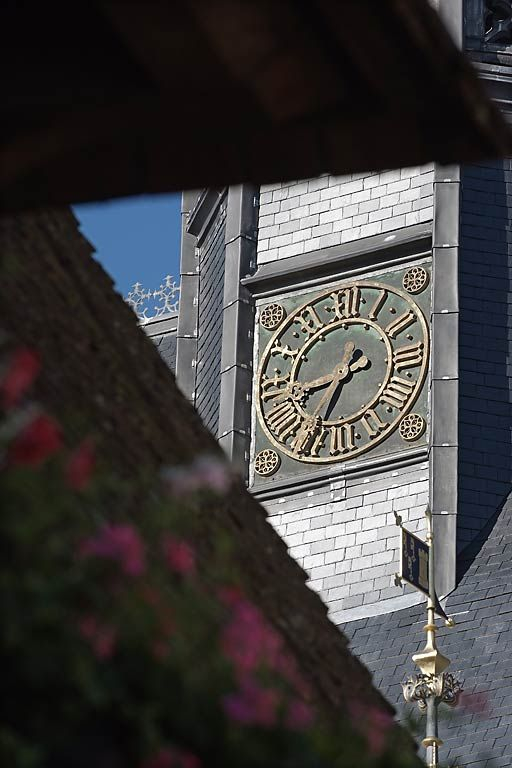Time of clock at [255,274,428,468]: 8:35
